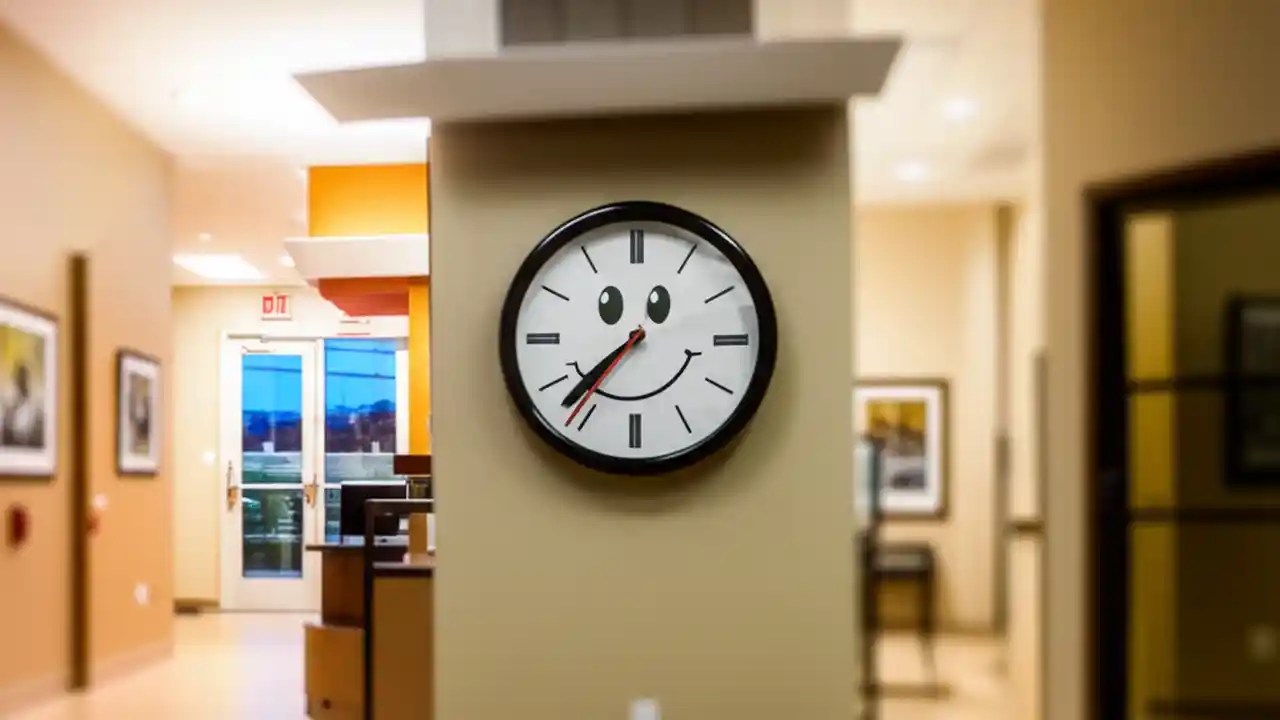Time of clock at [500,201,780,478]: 7:37
